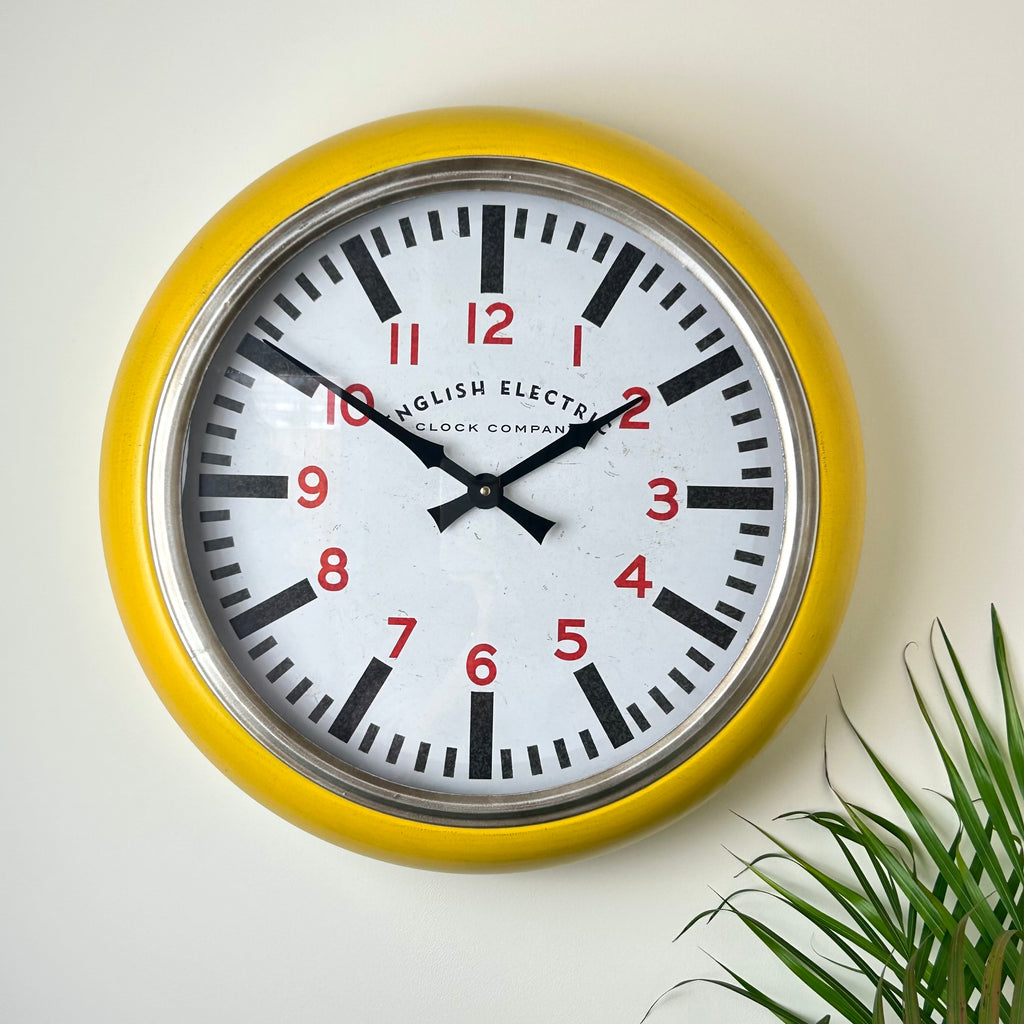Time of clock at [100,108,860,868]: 1:50
